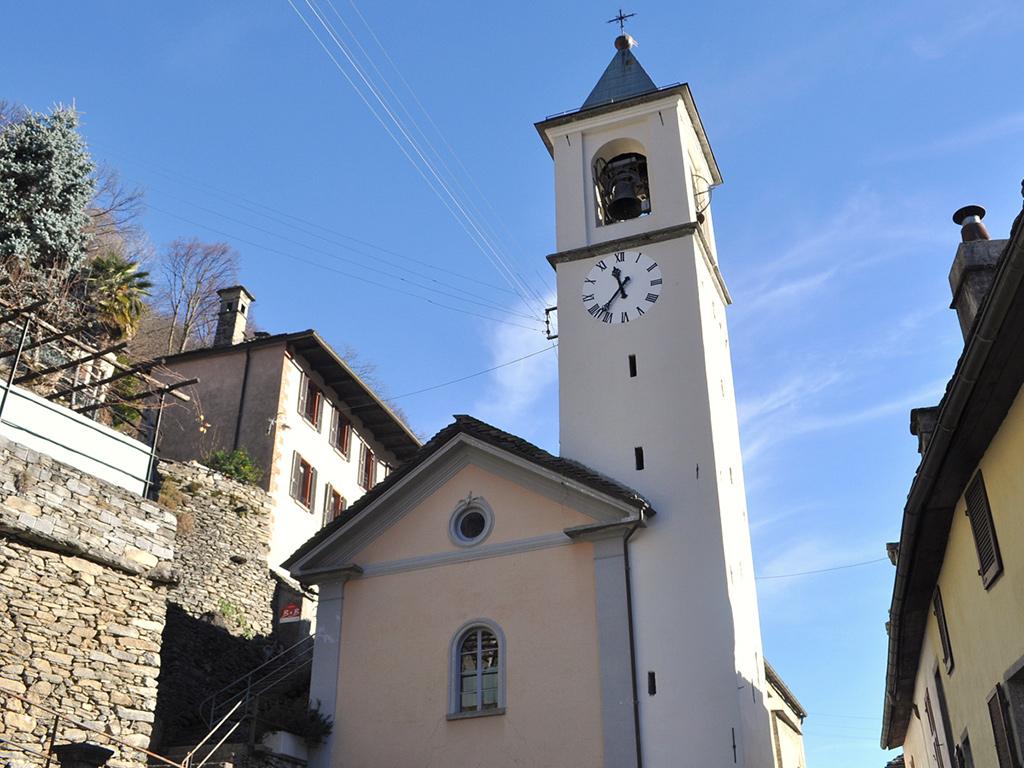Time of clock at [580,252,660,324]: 11:36
